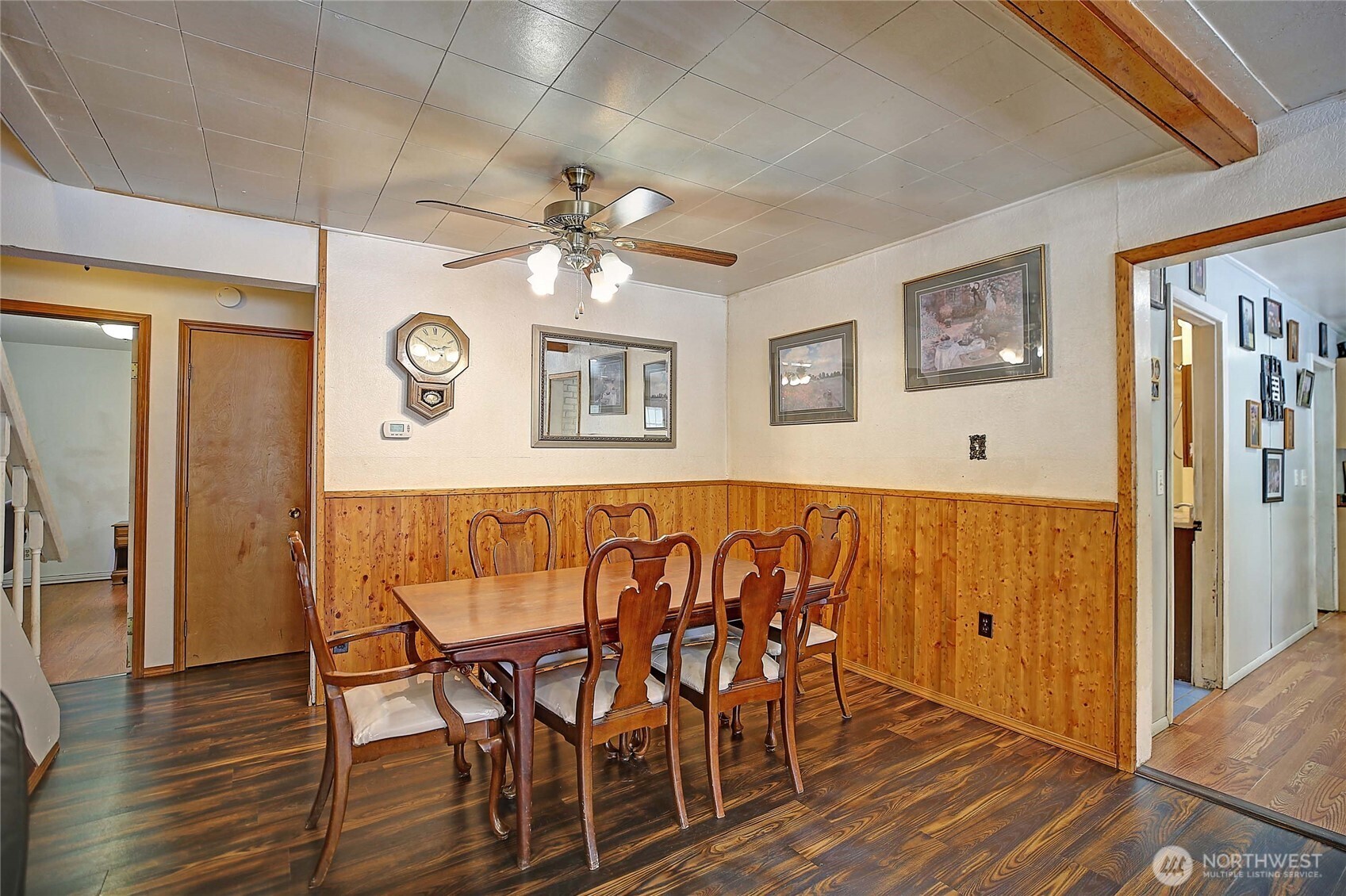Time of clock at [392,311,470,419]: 2:50
